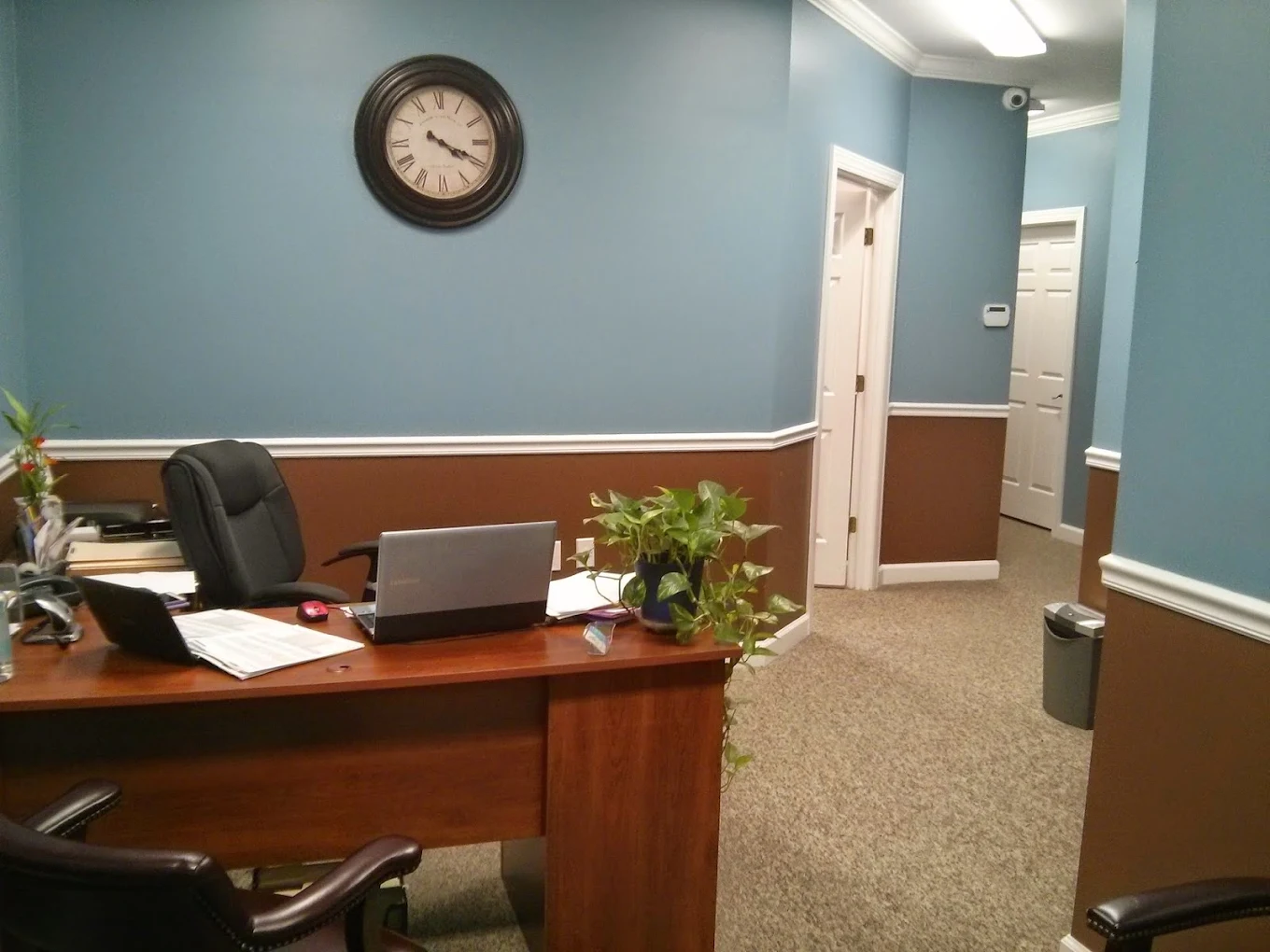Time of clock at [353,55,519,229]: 4:19
